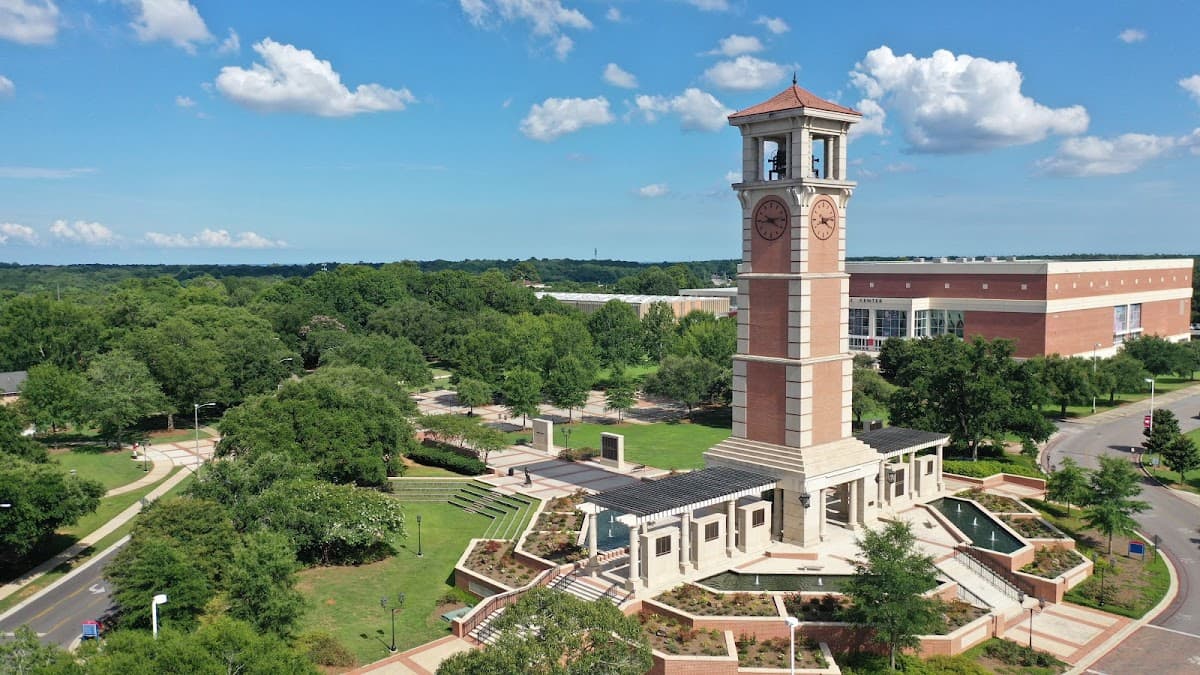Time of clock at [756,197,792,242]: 4:13
